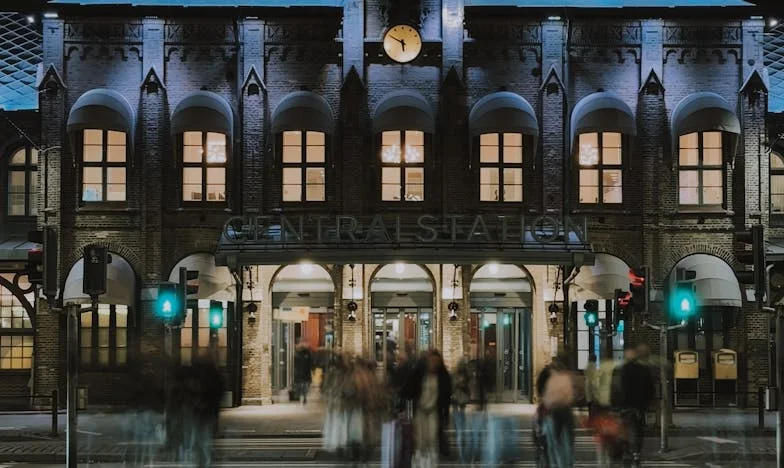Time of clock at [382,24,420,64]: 5:49
